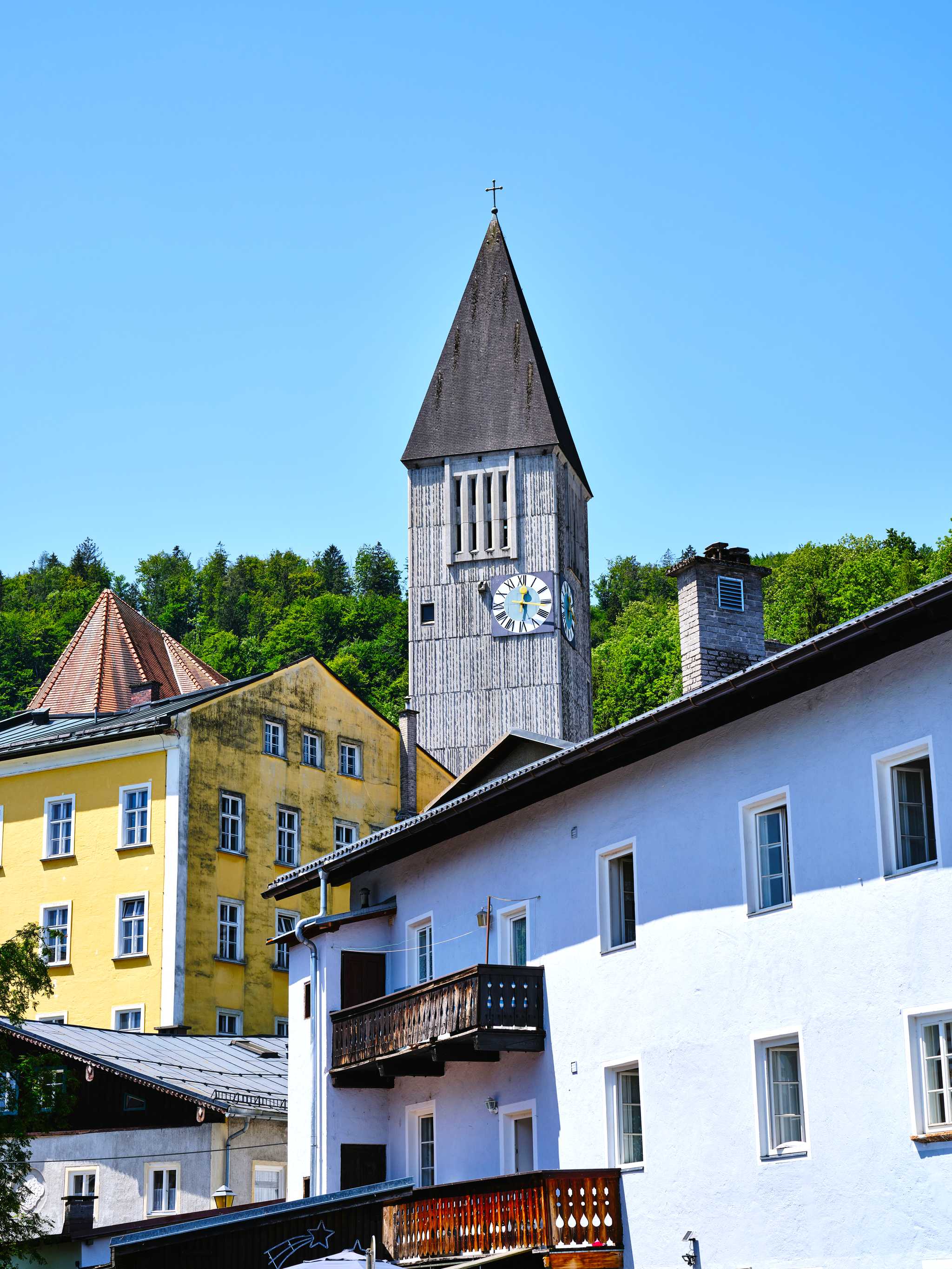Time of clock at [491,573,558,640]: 12:16
